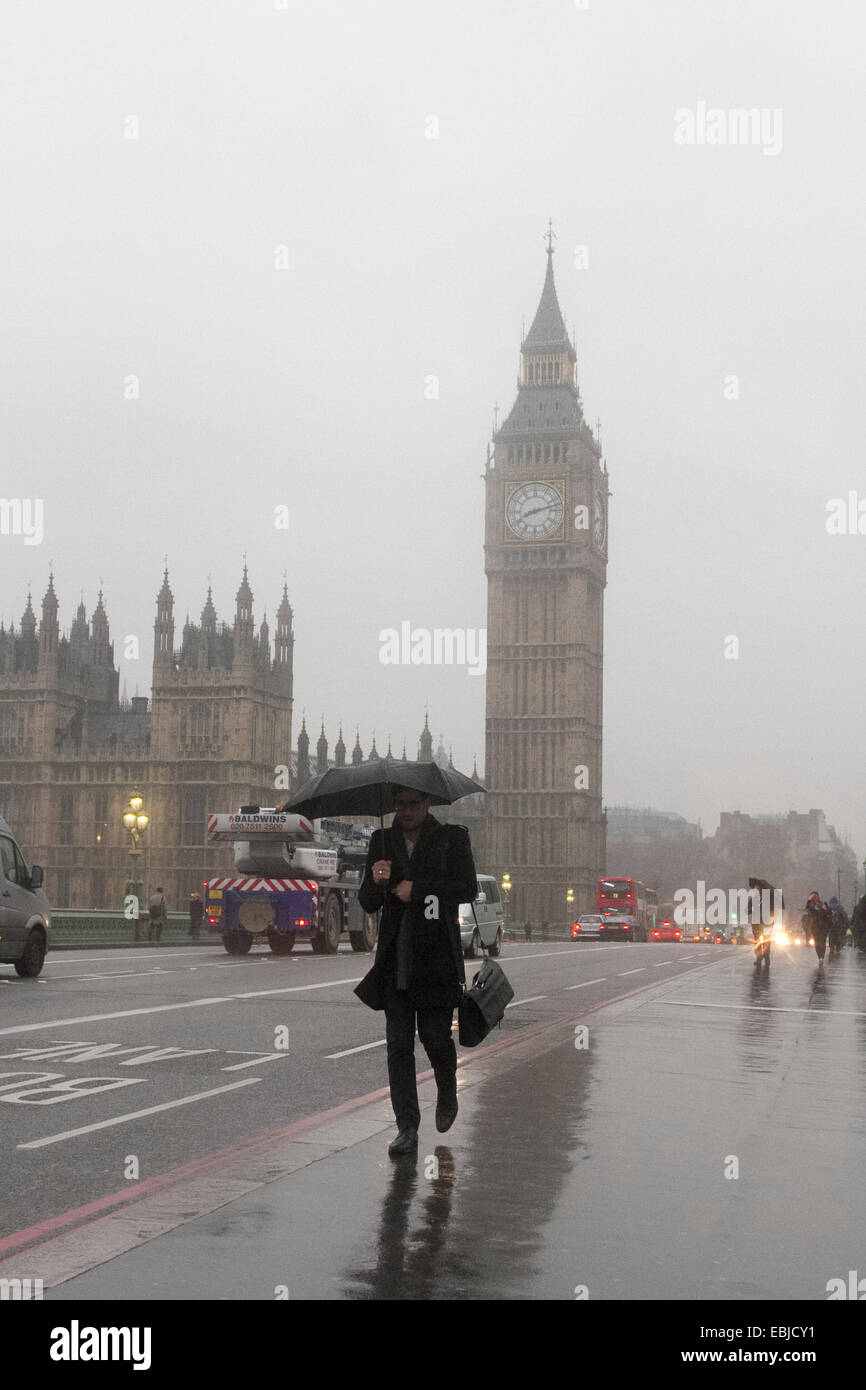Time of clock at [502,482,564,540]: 8:12
